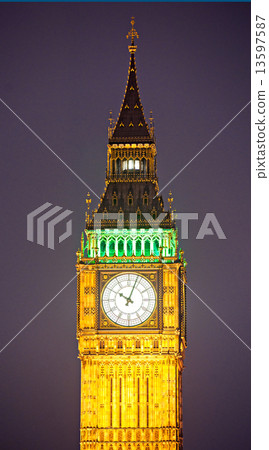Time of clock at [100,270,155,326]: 10:03
